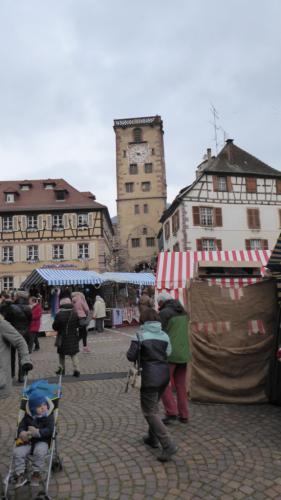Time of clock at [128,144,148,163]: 4:13
